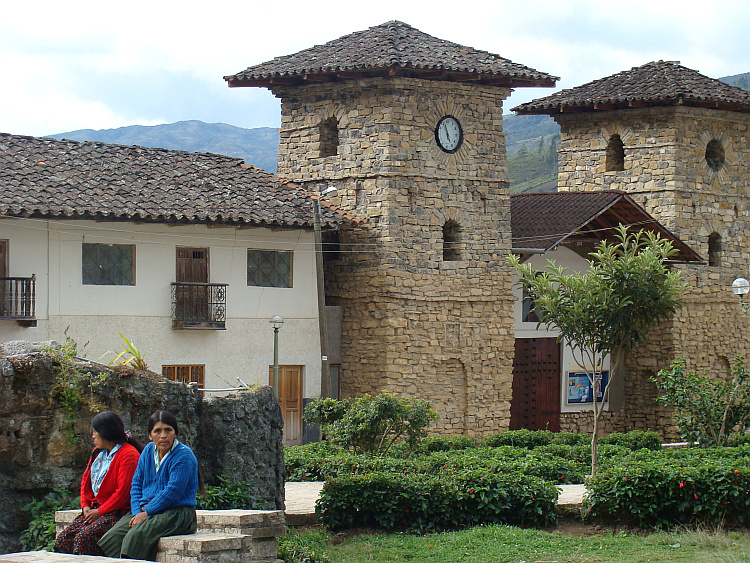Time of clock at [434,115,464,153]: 5:57
